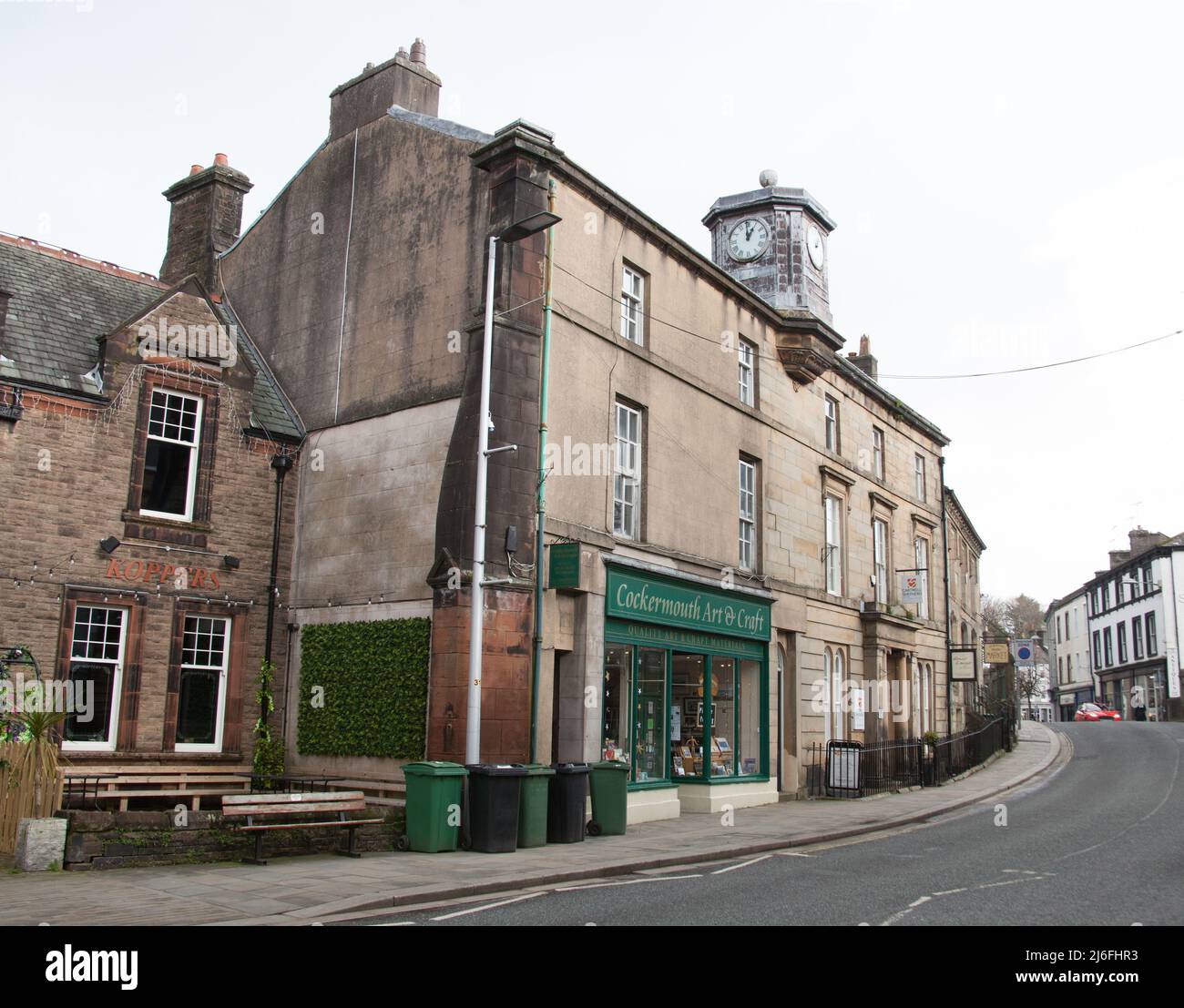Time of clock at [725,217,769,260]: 12:59
